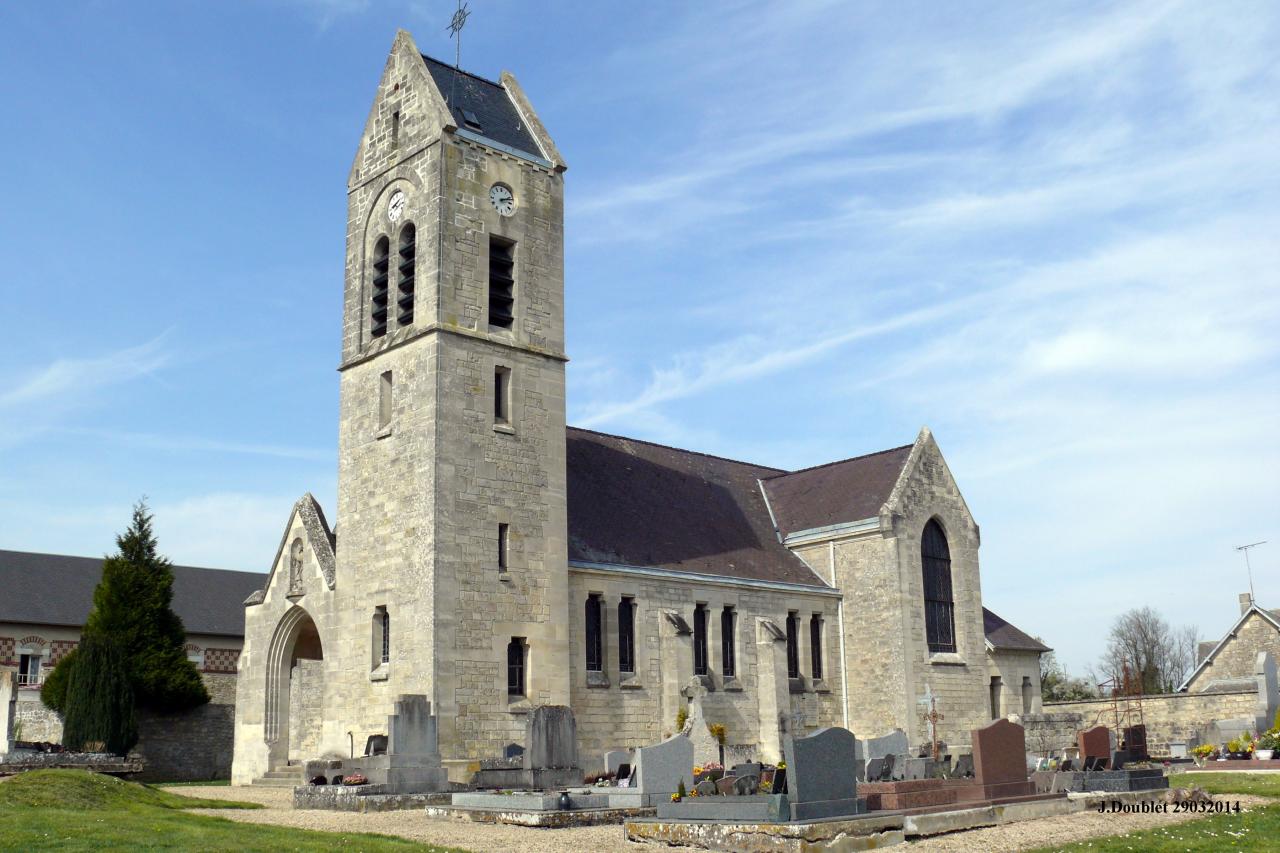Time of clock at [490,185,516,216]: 2:11
